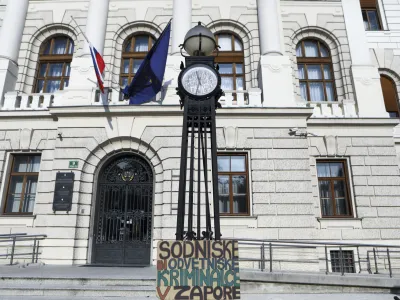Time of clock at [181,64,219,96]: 11:32
